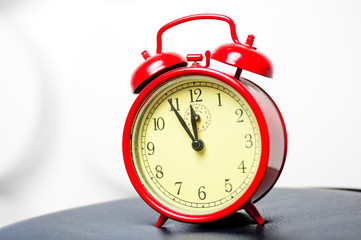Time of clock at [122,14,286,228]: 11:54
